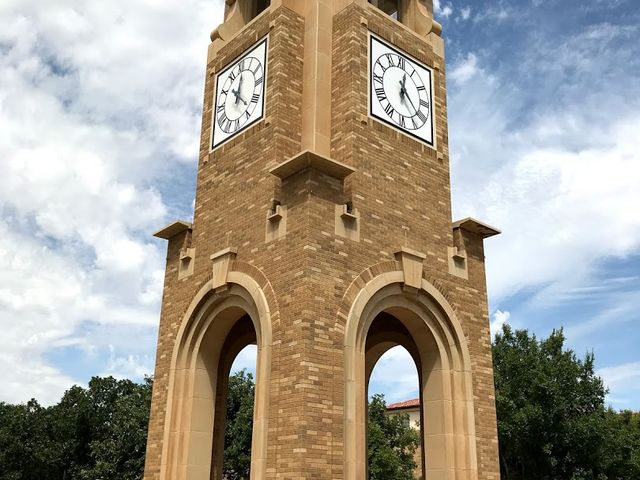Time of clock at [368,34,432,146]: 12:21
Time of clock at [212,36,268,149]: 12:23
